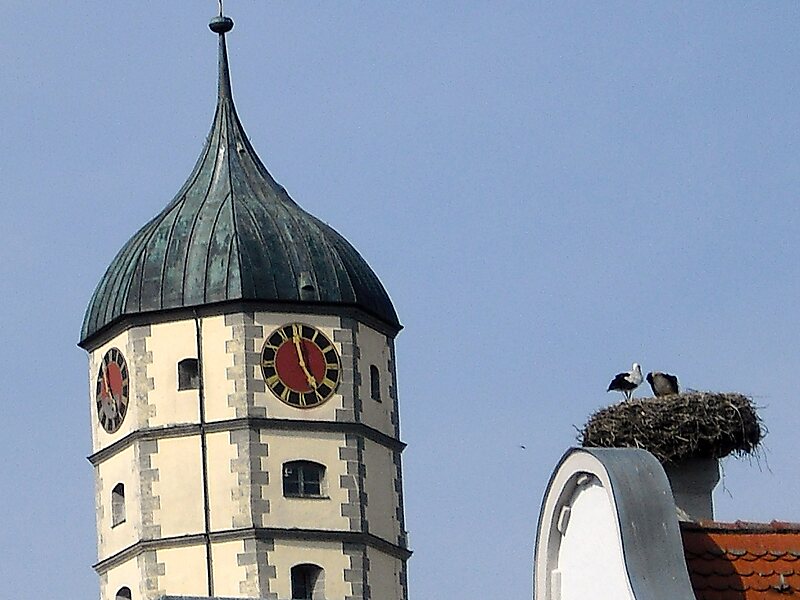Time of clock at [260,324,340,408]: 4:58
